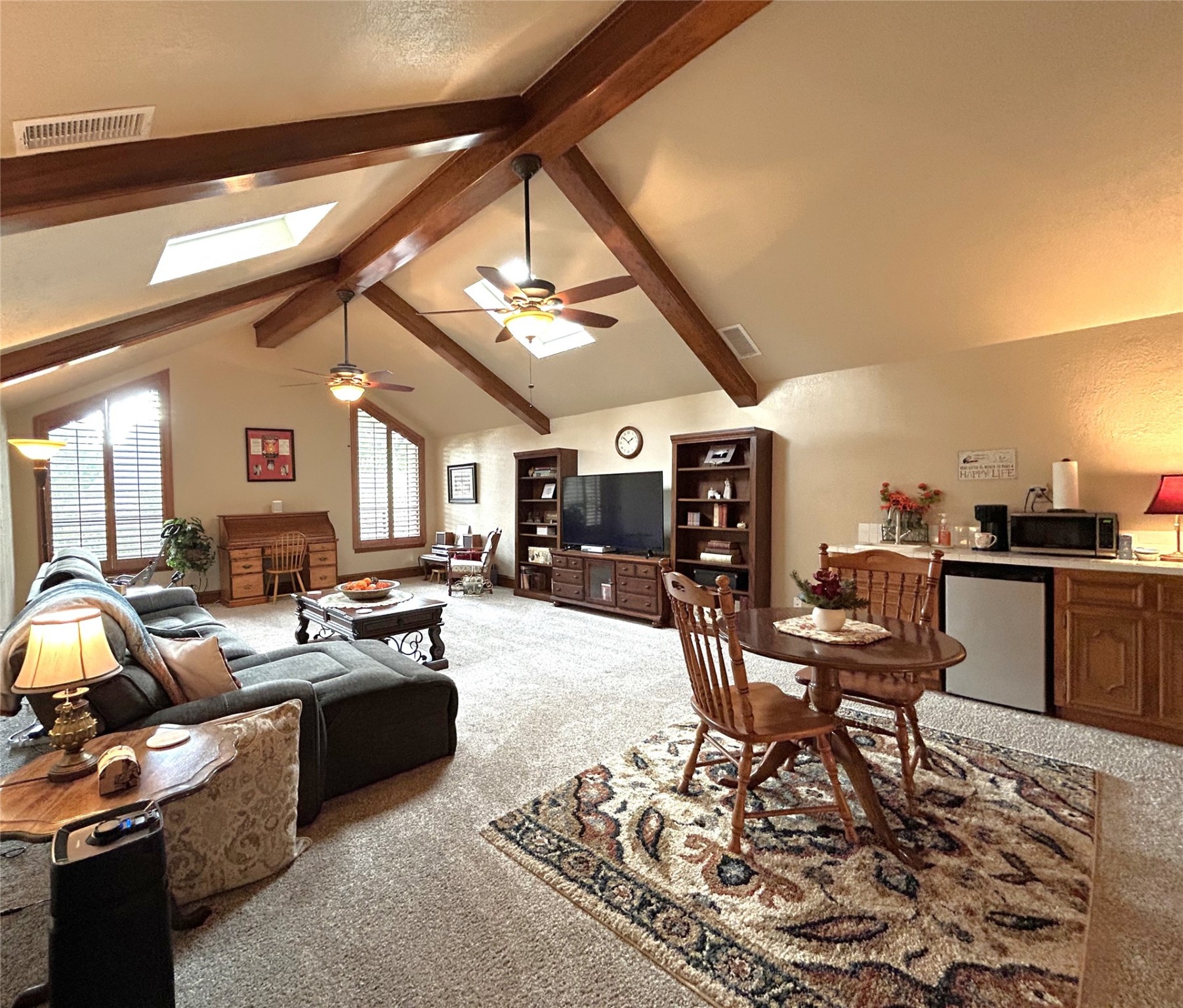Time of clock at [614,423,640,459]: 1:51
